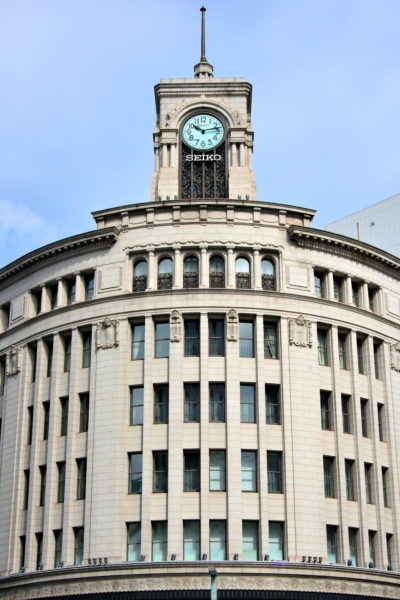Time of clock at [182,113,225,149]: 10:12
